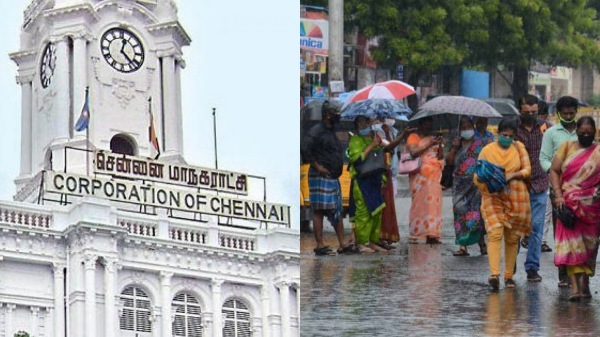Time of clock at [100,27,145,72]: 12:23
